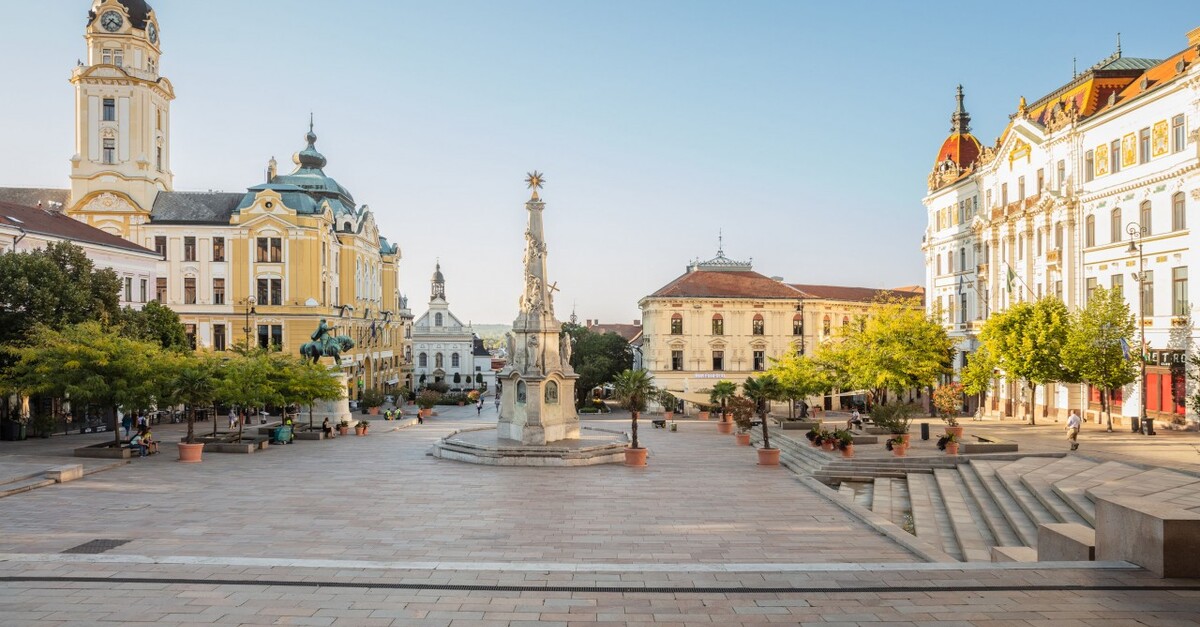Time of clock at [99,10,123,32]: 7:20
